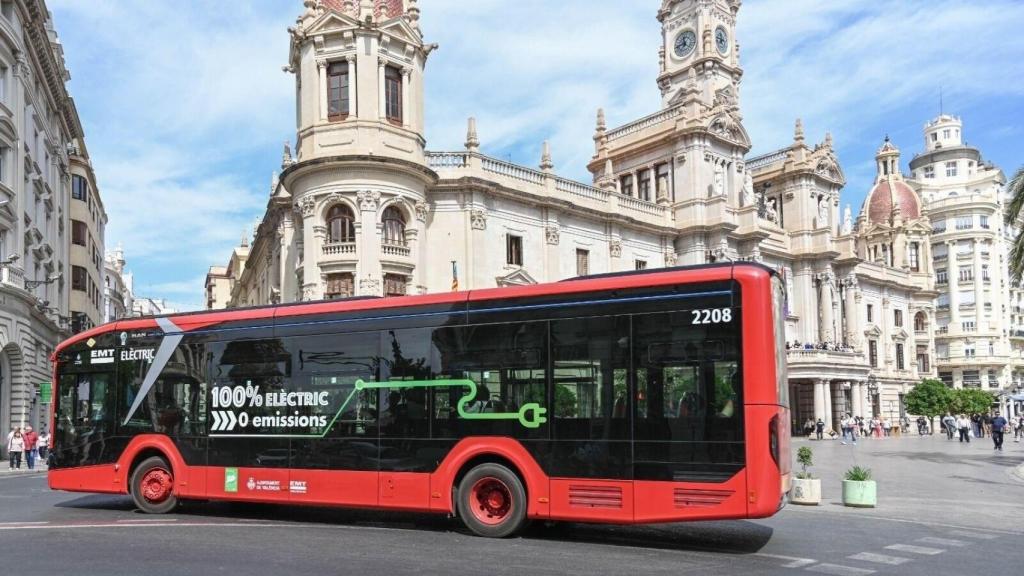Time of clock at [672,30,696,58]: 11:42
